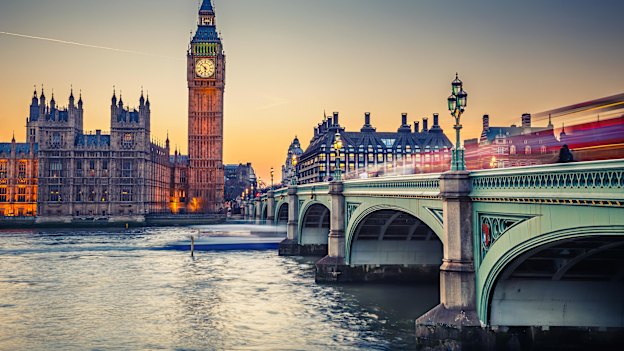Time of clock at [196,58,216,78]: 5:51
